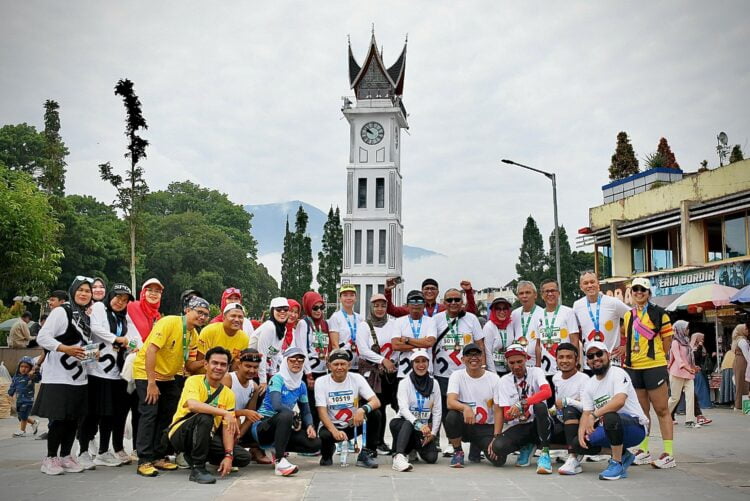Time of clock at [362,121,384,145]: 9:51
